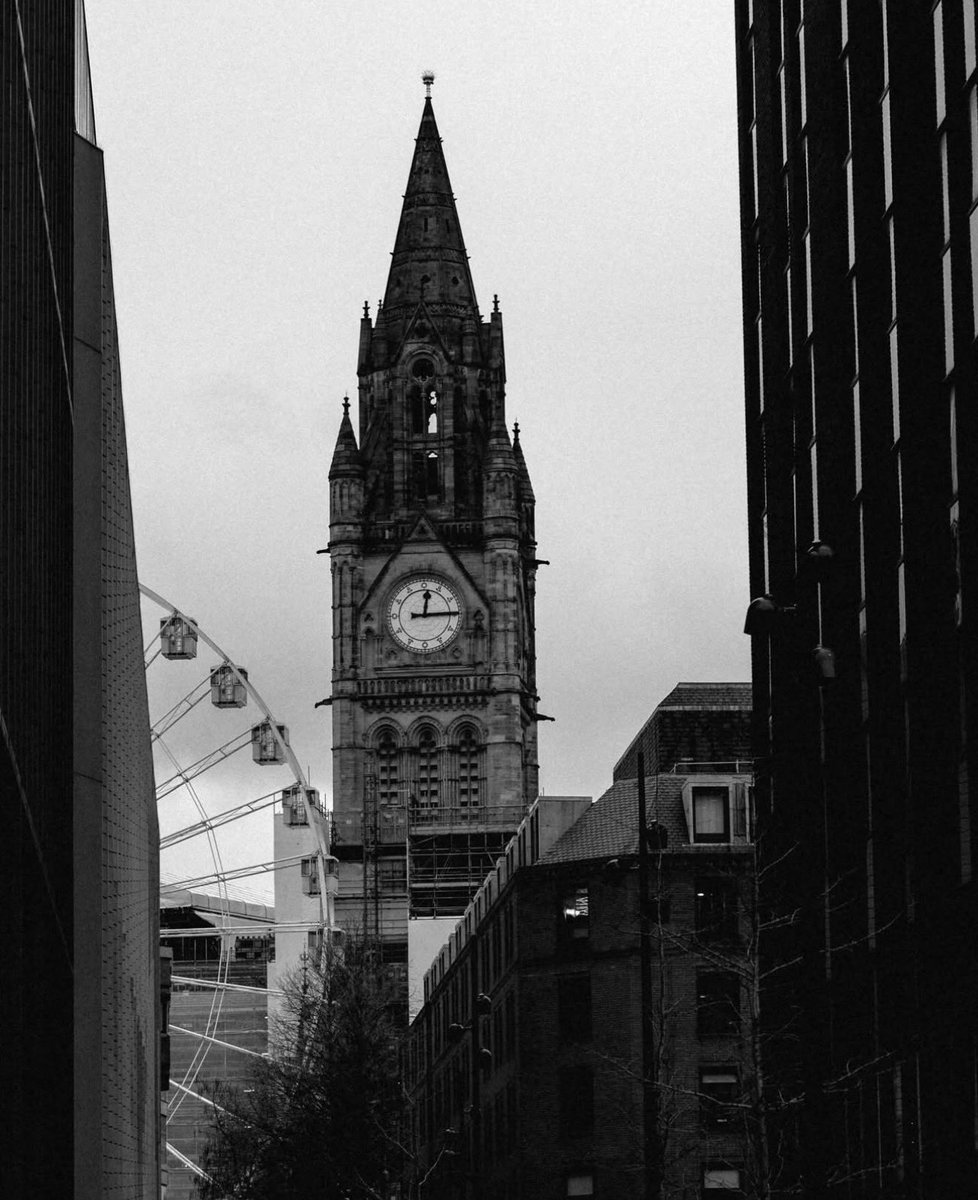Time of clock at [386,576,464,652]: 12:14
